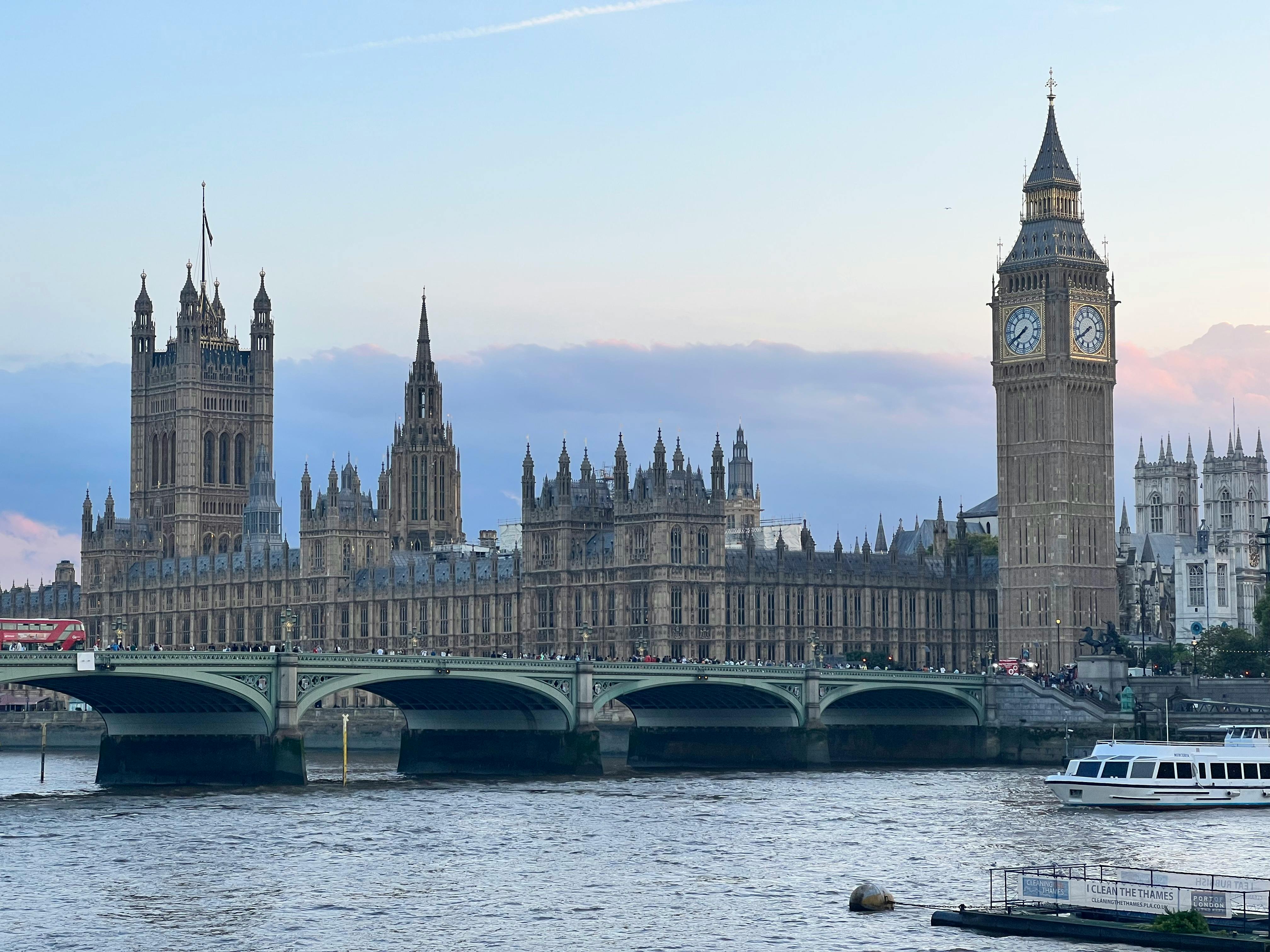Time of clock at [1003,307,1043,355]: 7:39
